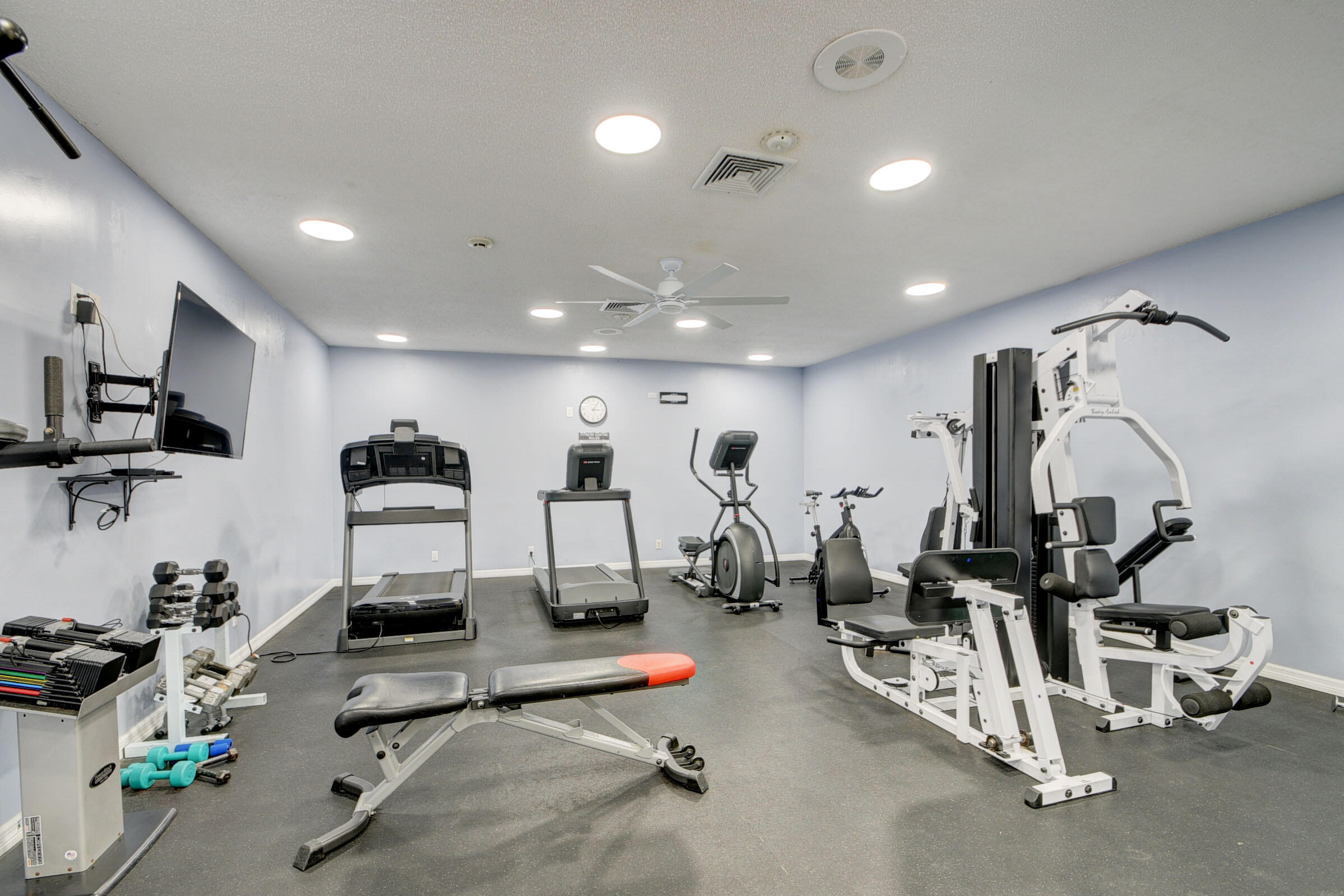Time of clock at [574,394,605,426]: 3:06
